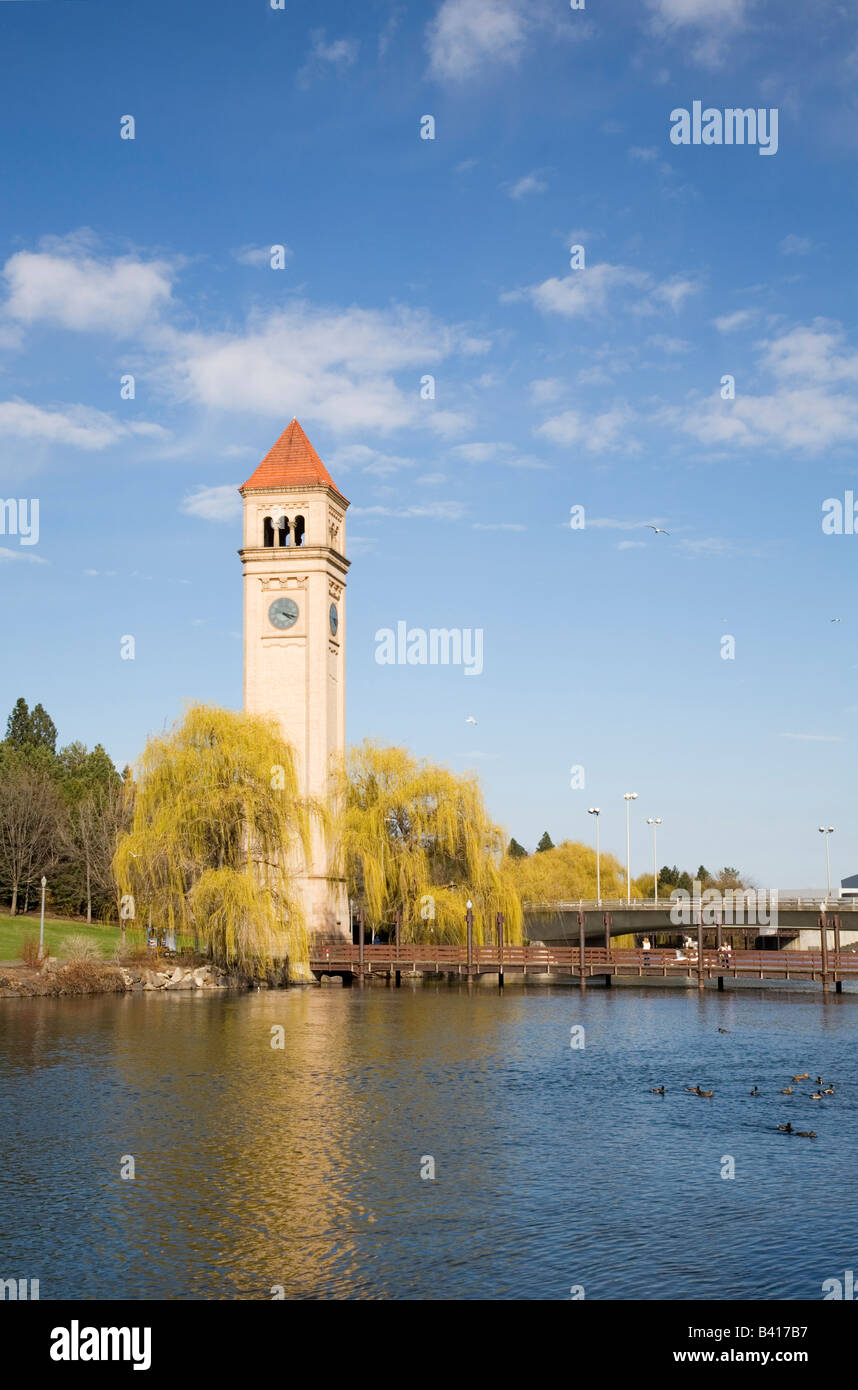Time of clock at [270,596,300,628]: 4:18
